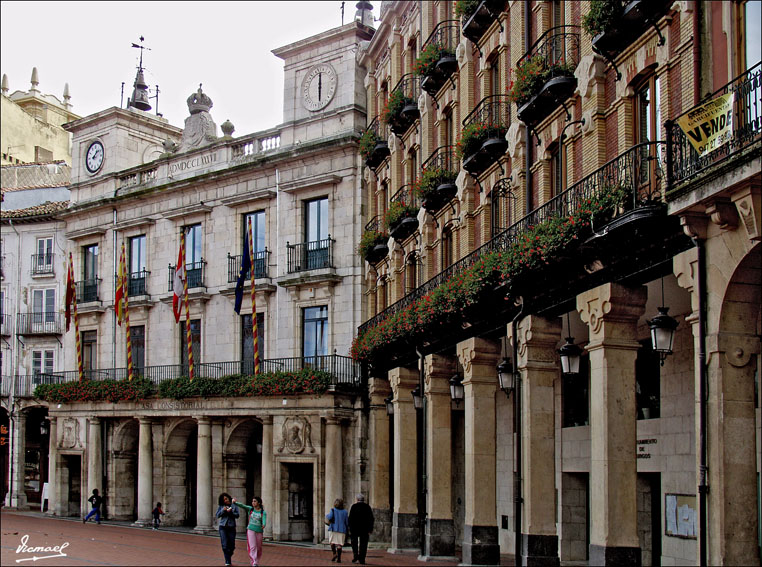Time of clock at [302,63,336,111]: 6:00
